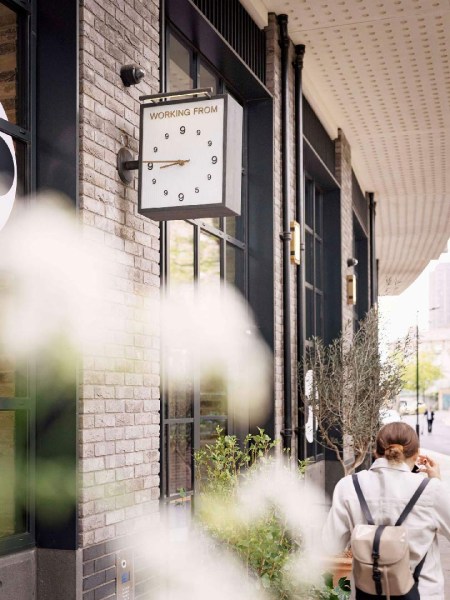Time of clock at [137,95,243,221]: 8:45
